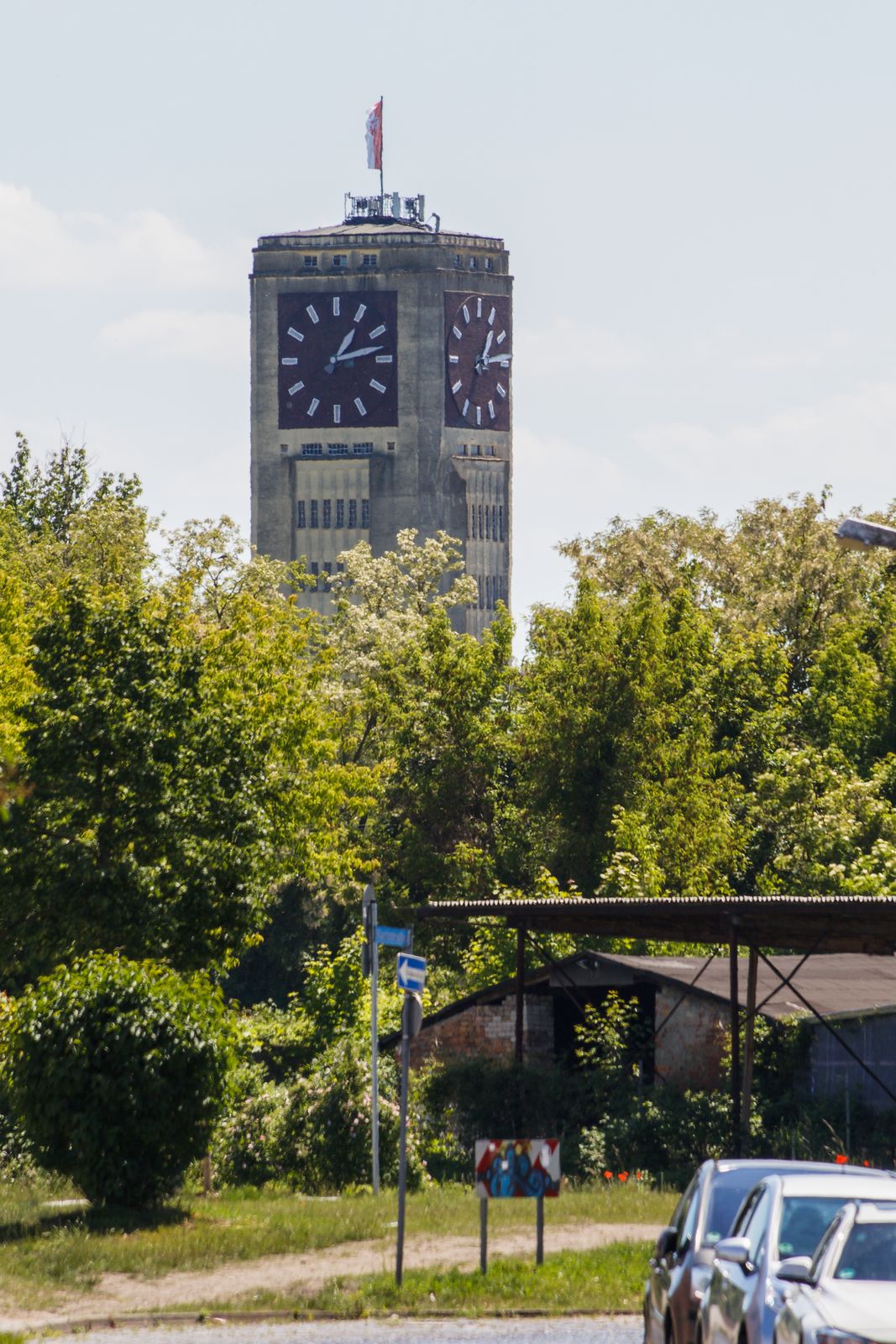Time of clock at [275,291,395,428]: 1:13
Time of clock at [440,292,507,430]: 1:13
